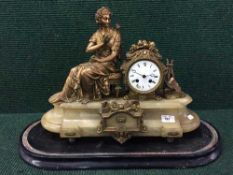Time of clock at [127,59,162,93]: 2:48
